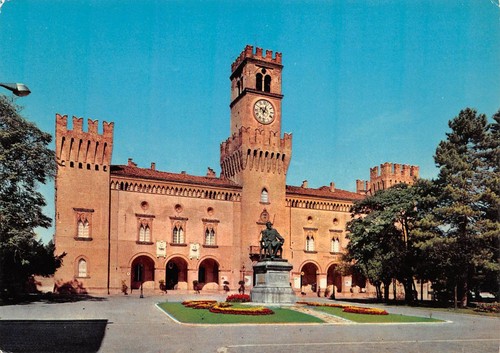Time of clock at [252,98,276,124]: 10:02
